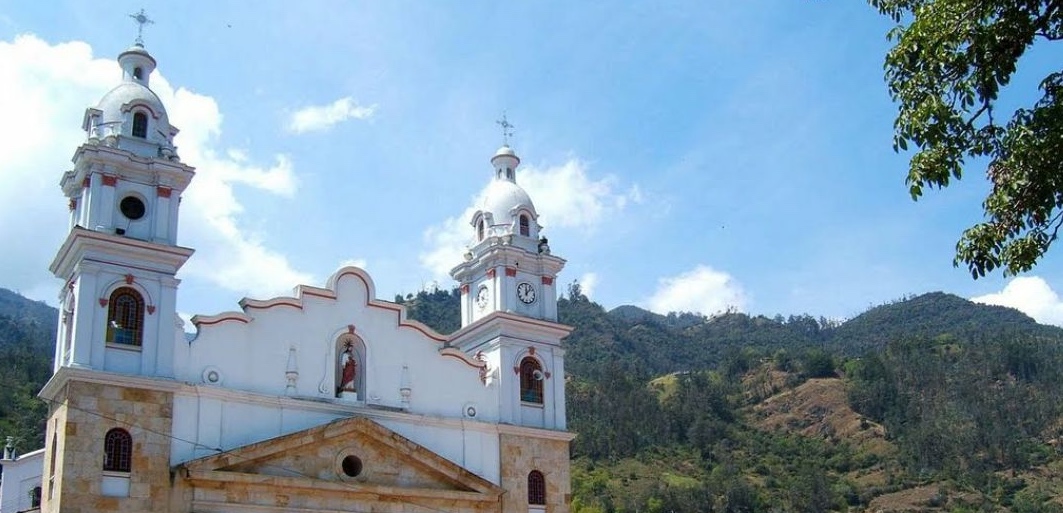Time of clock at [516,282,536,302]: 12:07
